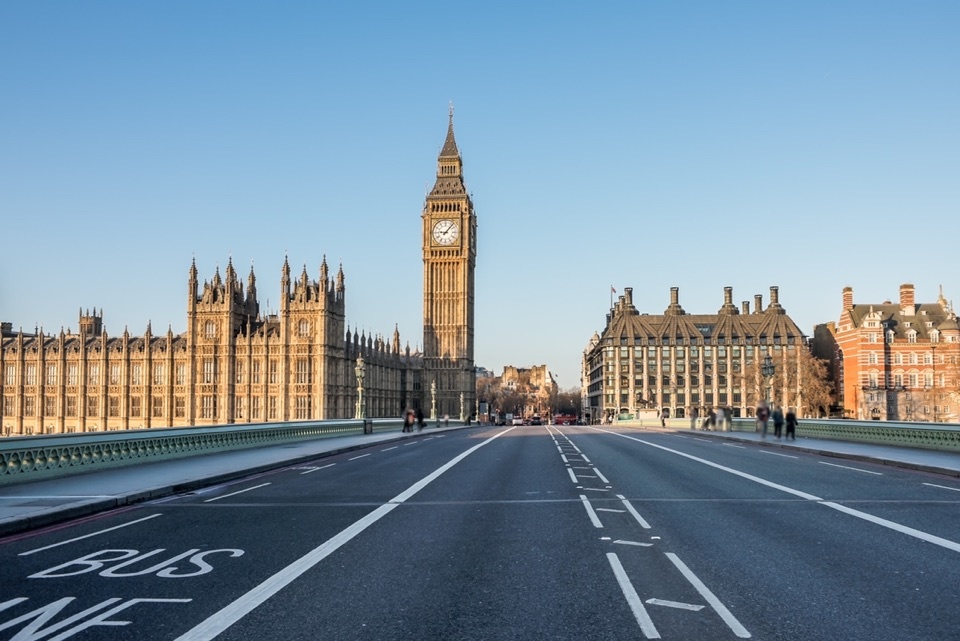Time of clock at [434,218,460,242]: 9:07
